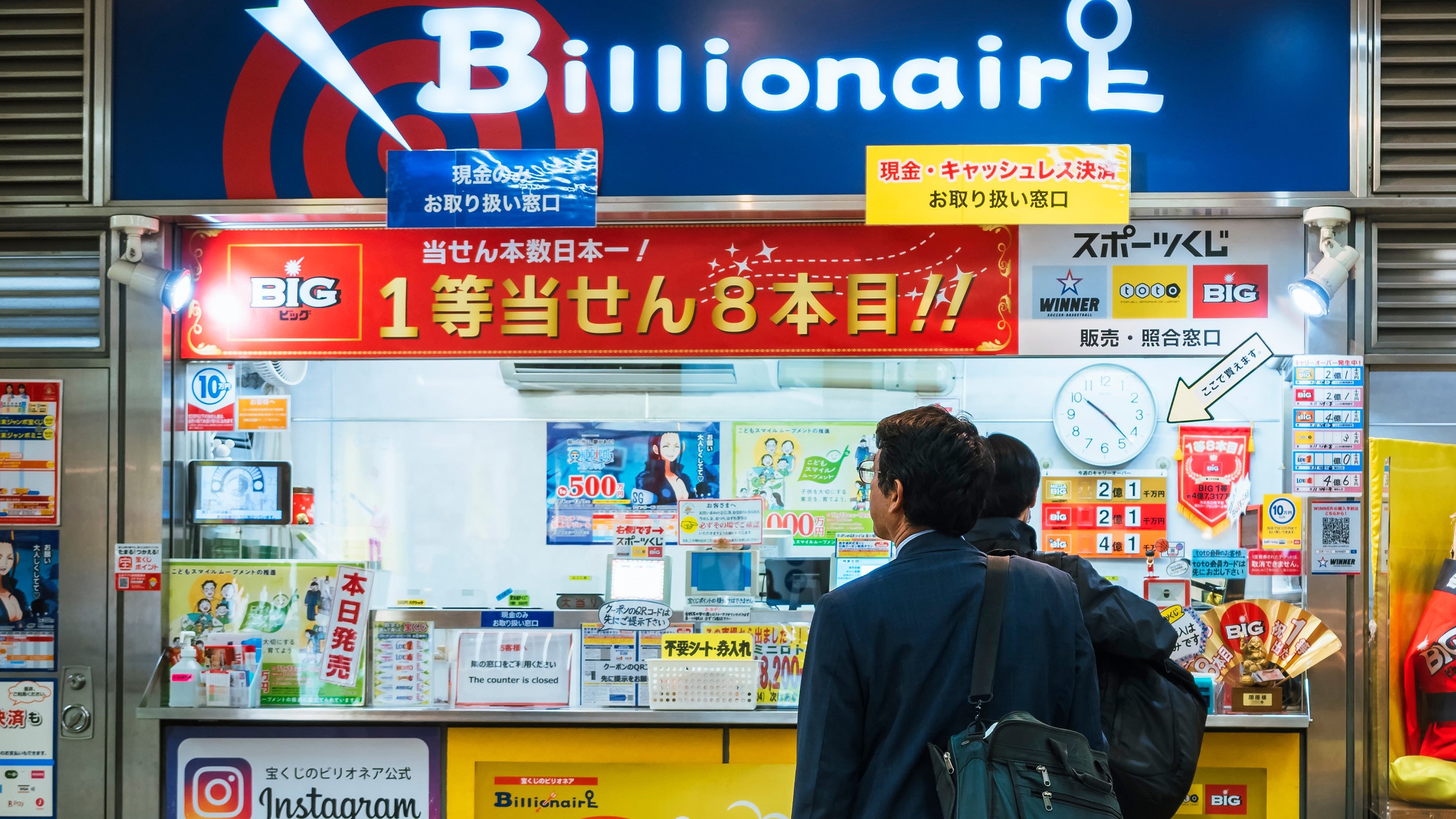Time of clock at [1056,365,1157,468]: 10:22
